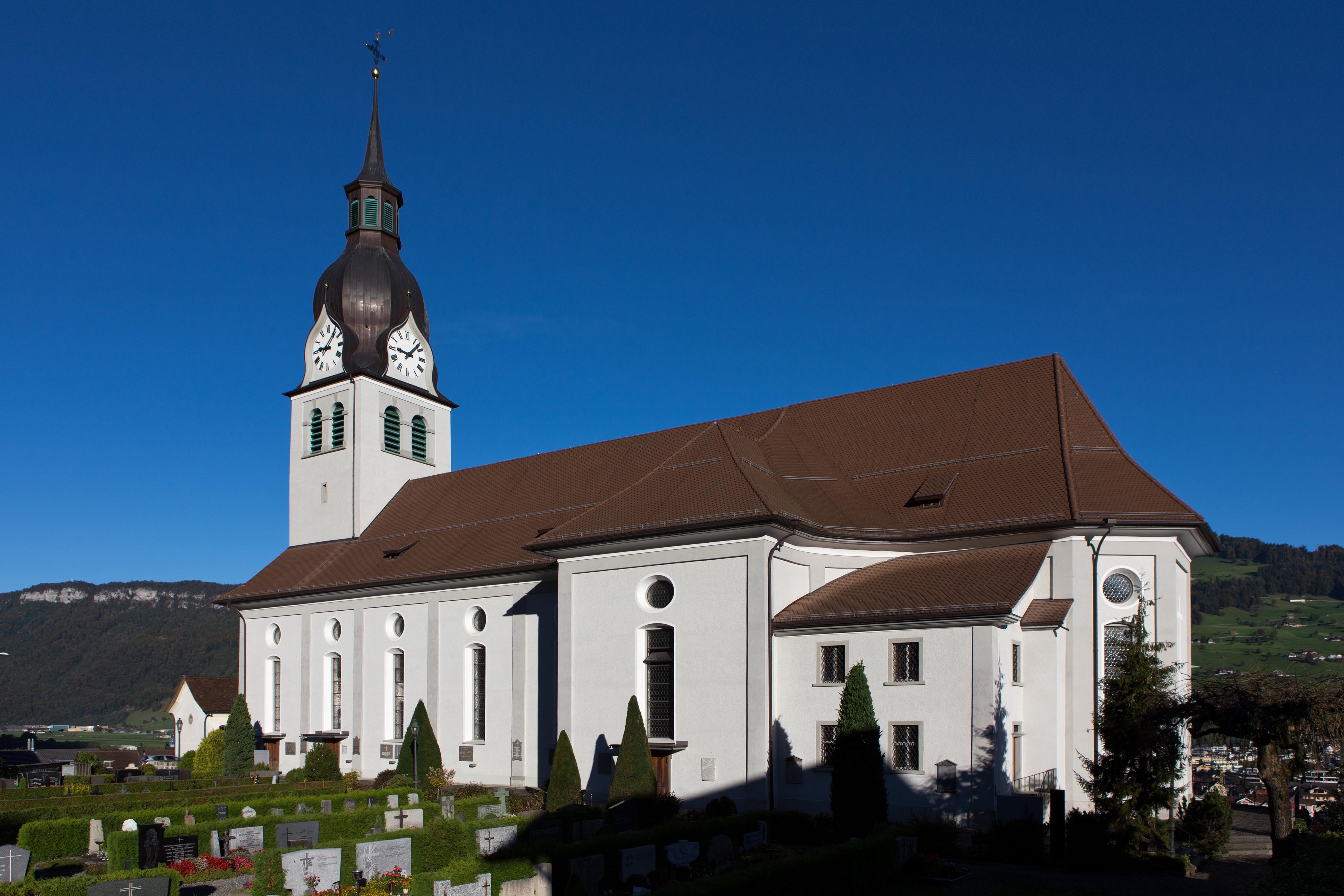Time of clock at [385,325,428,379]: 9:07
